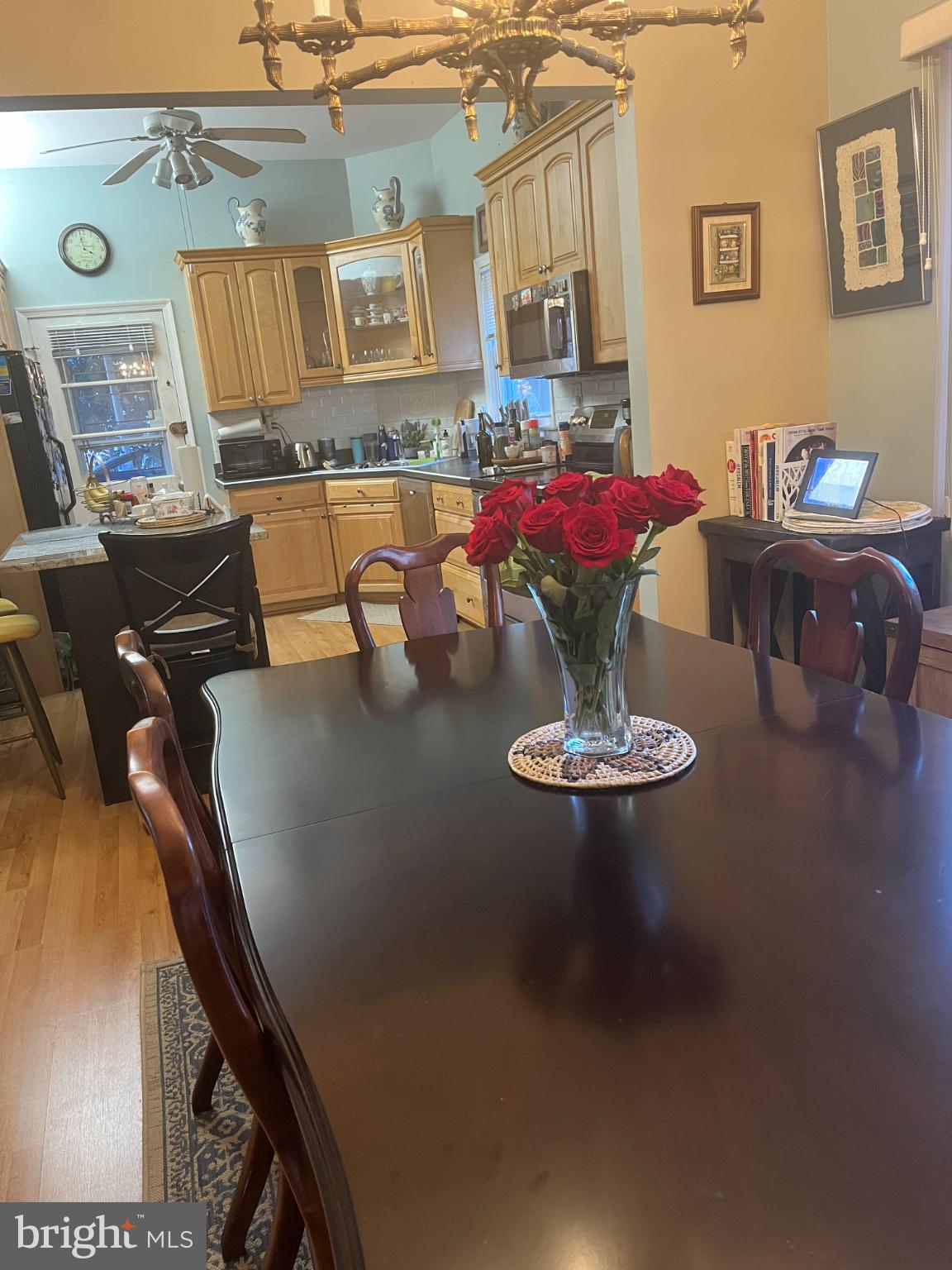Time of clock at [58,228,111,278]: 3:58
